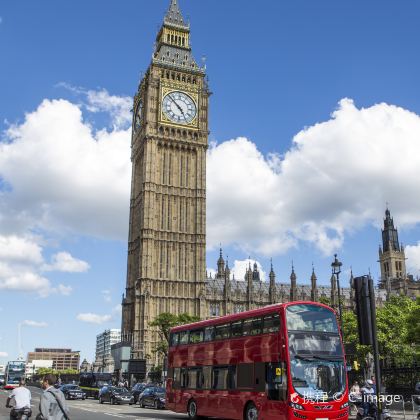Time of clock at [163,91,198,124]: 4:52
